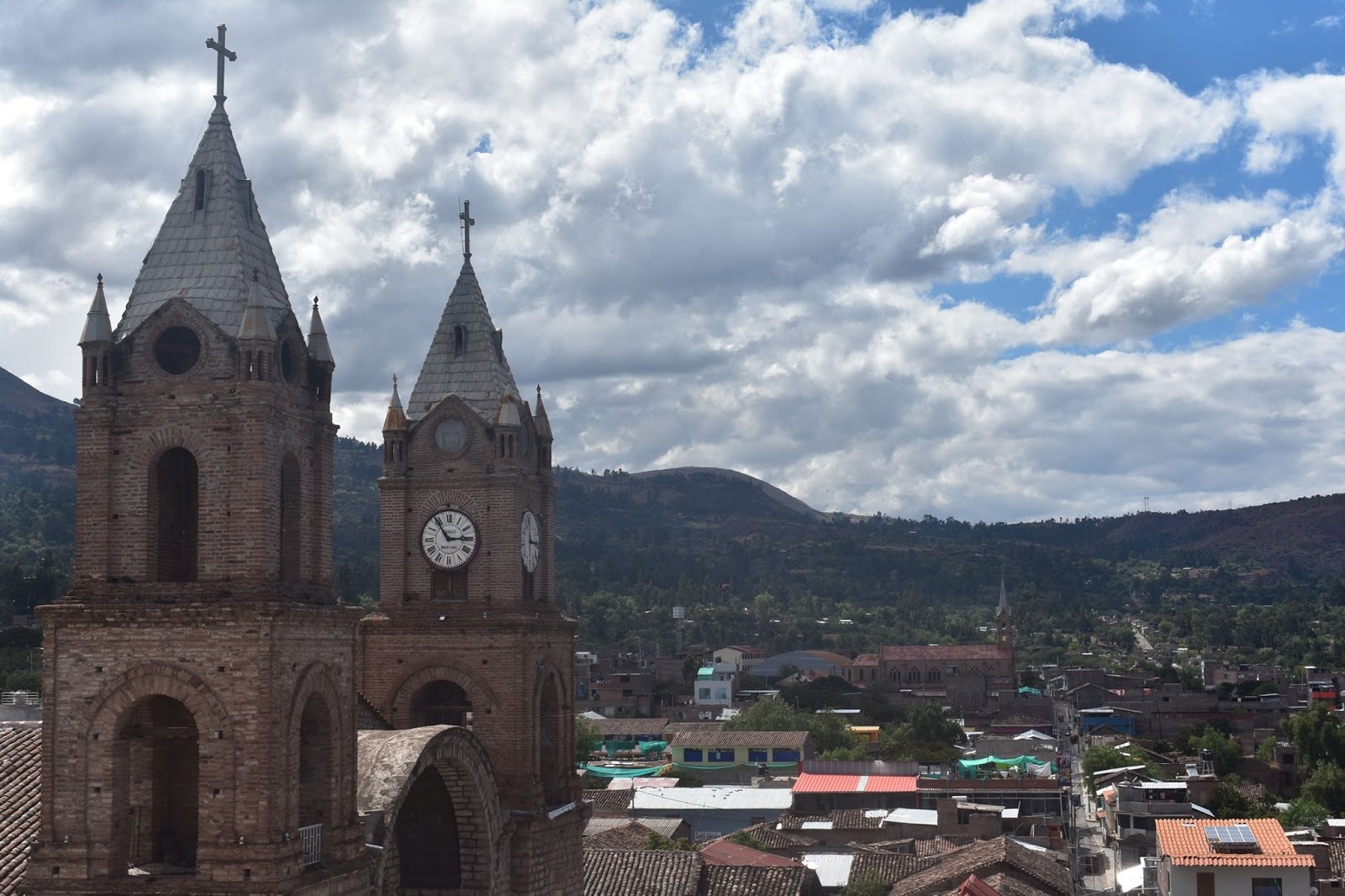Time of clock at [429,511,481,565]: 2:54
